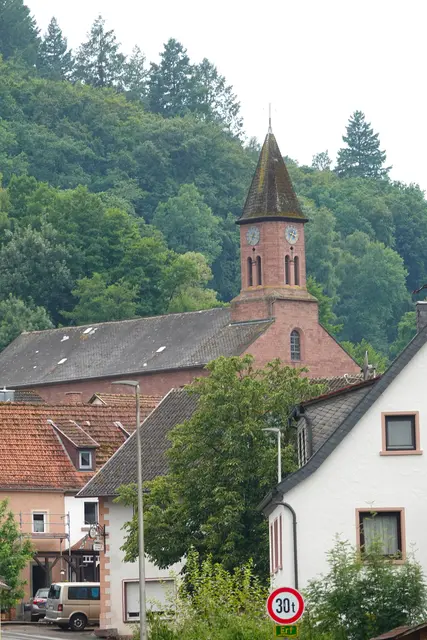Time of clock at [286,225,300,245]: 7:12
